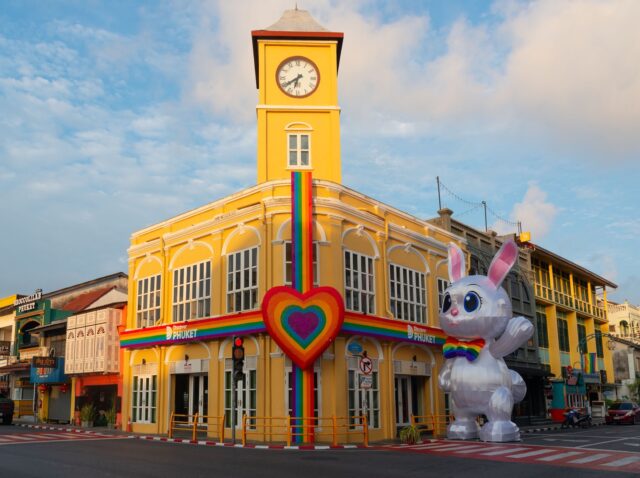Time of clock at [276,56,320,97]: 6:39
